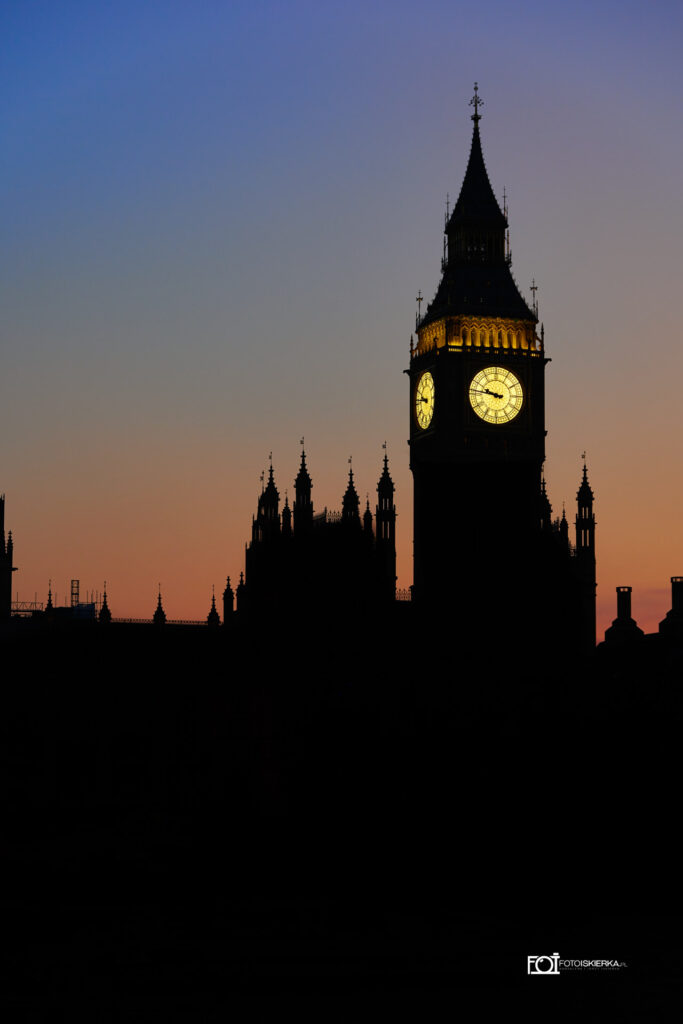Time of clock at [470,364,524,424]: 9:46
